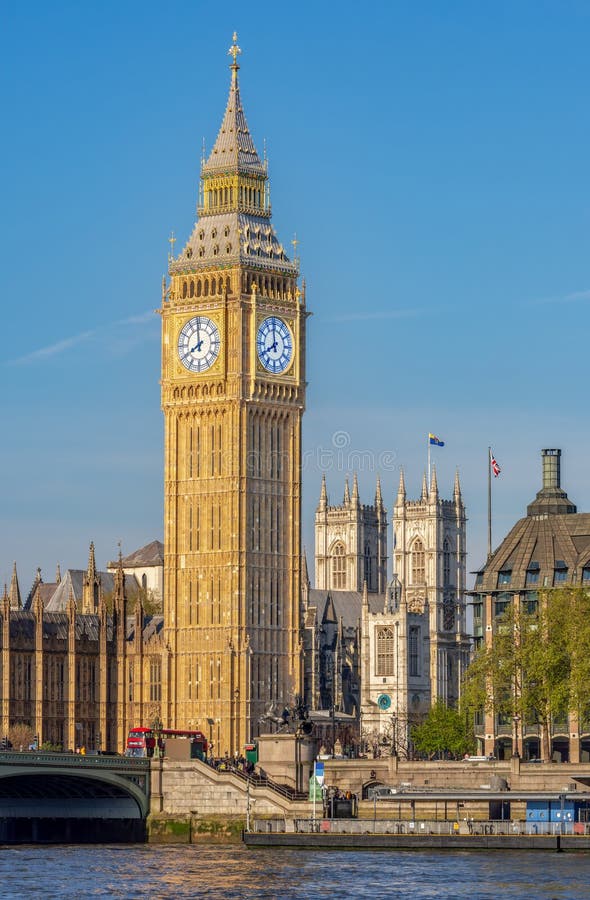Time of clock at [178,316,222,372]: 7:58
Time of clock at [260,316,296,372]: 7:59
